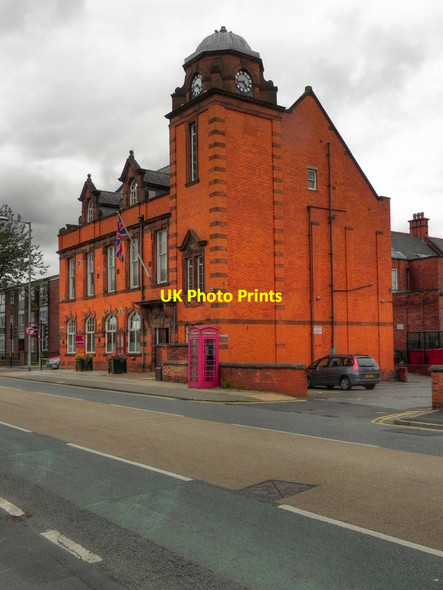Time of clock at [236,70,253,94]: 4:42
